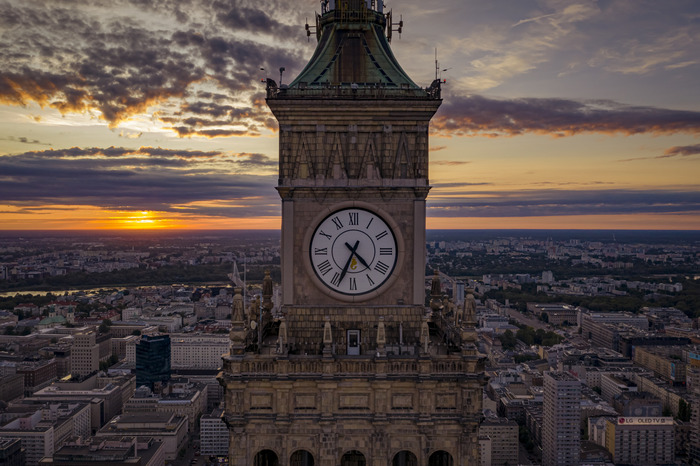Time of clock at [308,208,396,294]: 4:34
